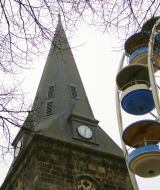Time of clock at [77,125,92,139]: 12:32
